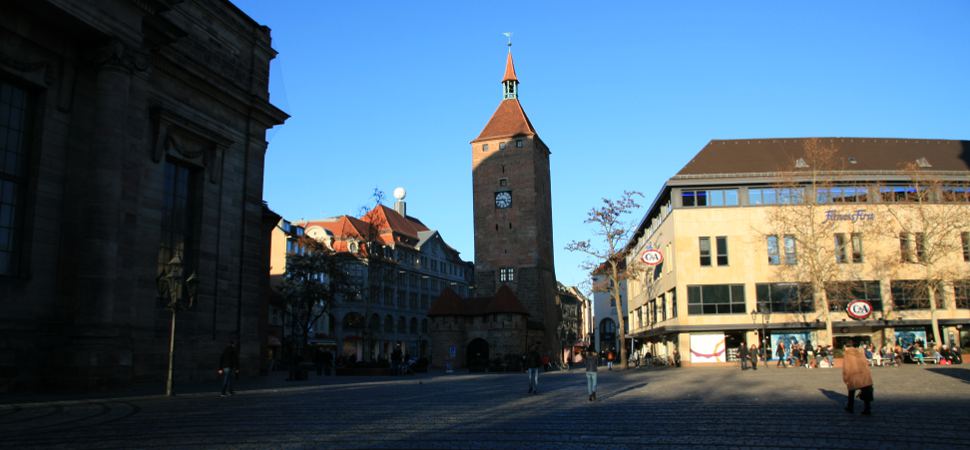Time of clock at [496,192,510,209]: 4:44
